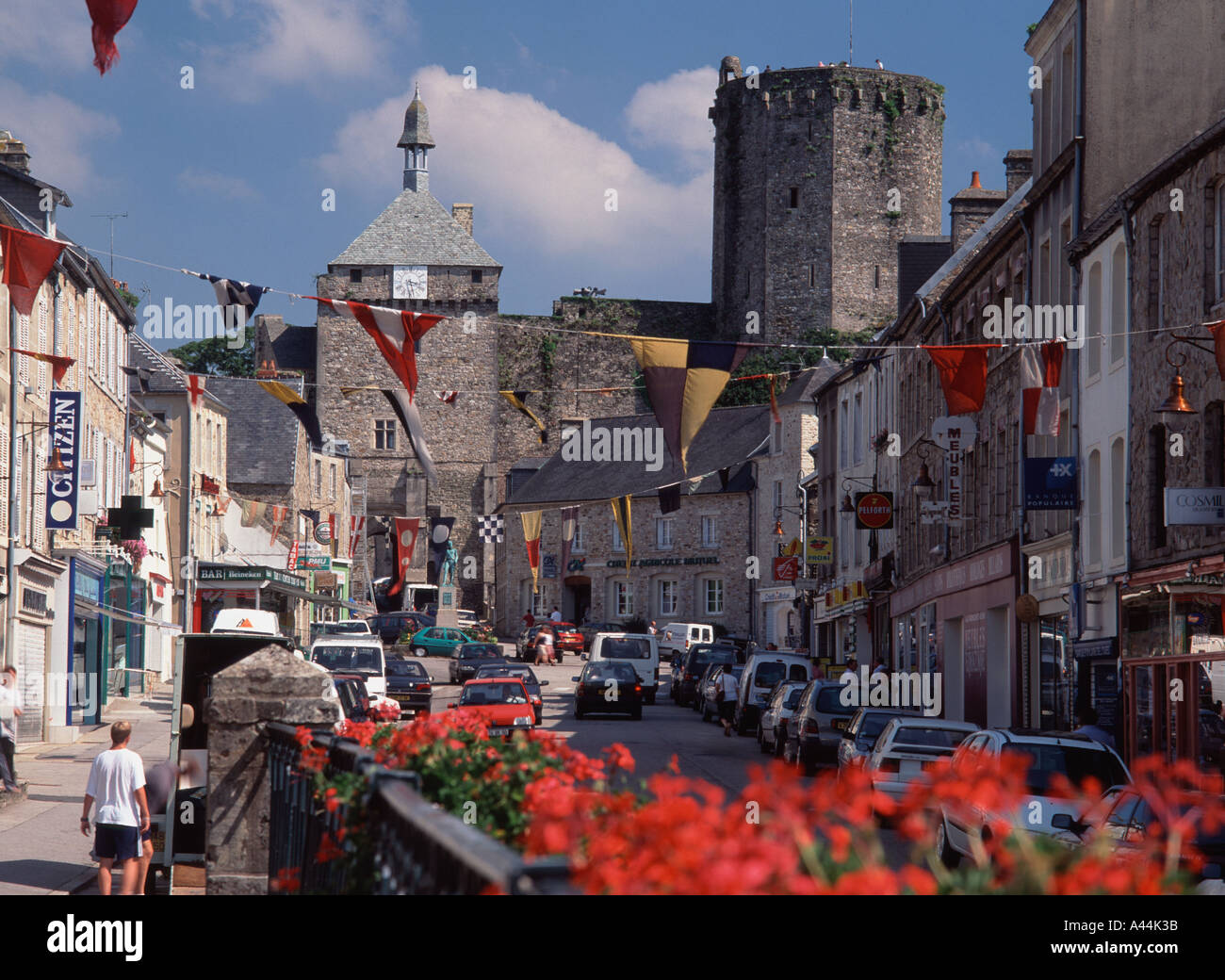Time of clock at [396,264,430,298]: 3:28
